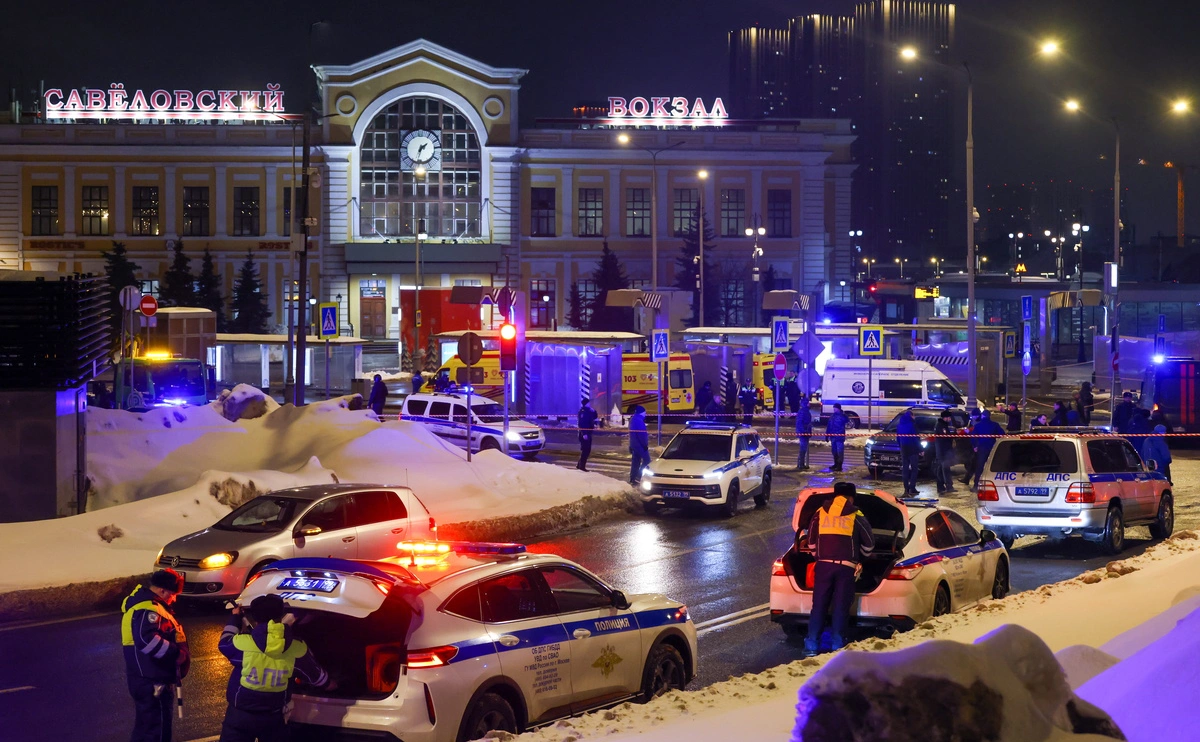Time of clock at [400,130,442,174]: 1:32
